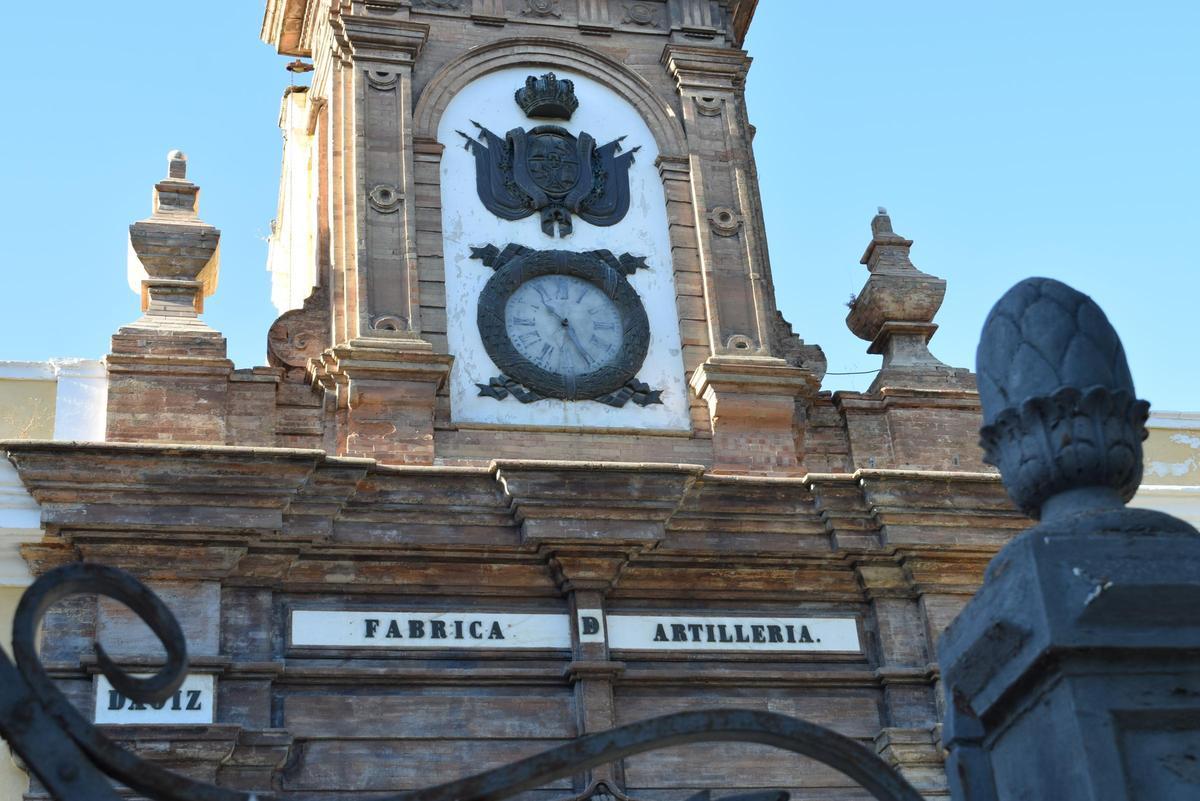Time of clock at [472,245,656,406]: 10:25
